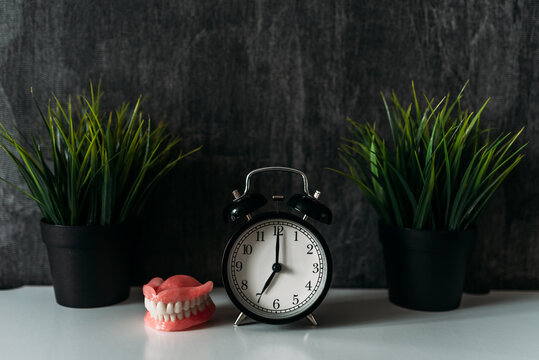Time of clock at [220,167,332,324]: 7:00
